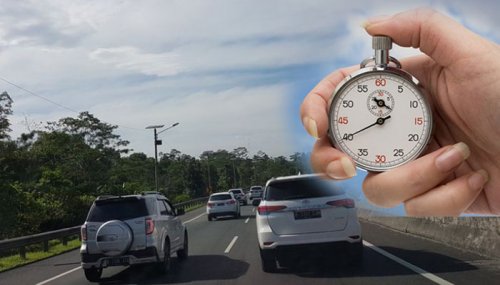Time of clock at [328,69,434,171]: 10:40
